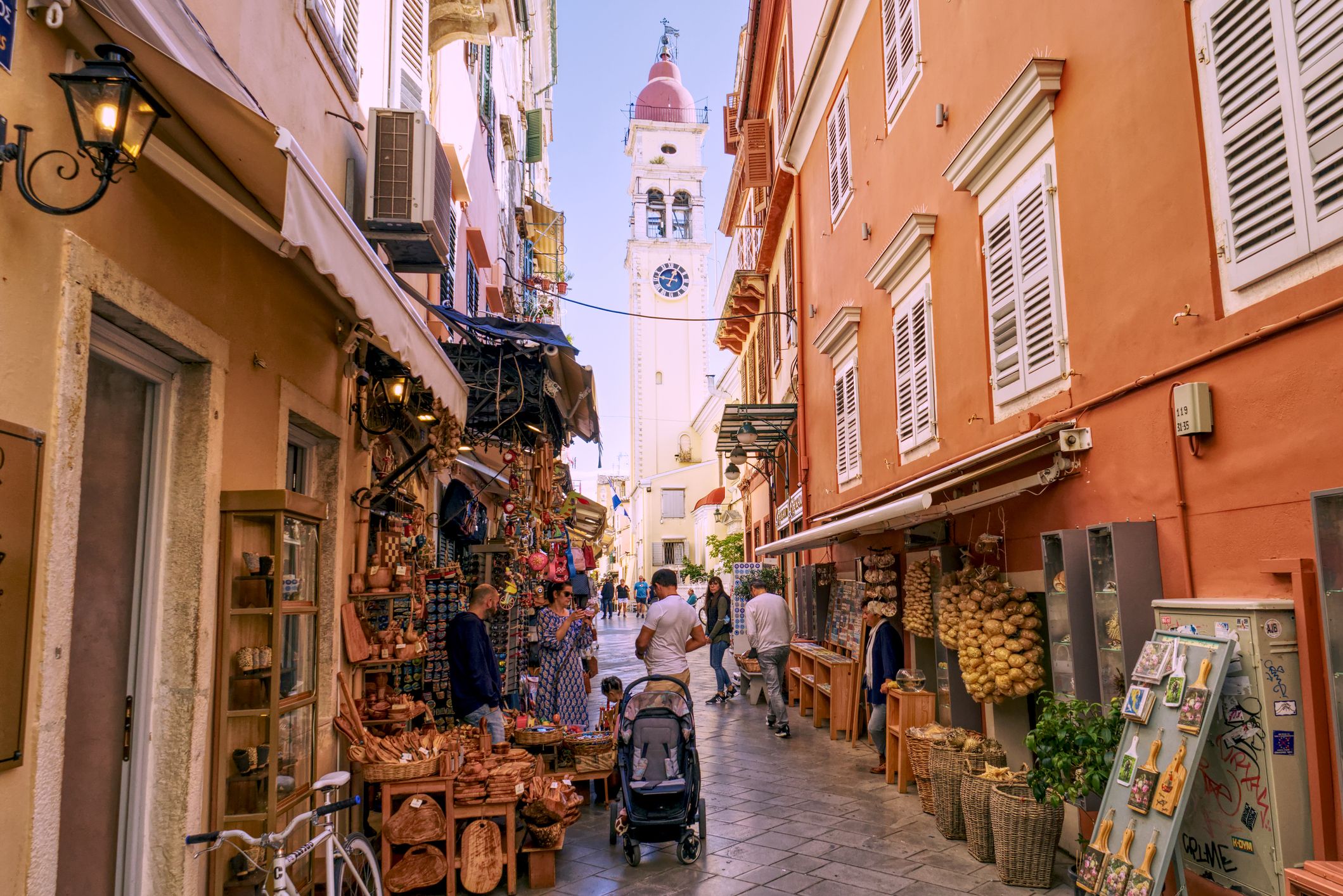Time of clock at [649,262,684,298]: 12:46
